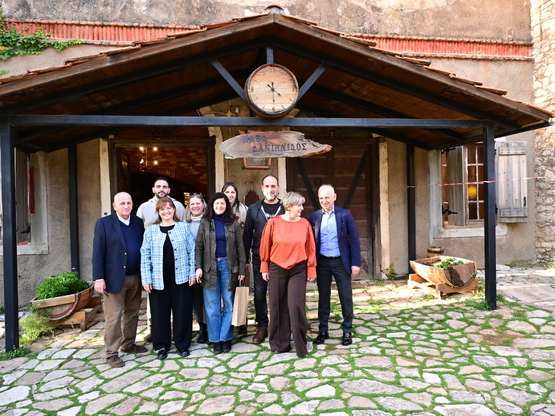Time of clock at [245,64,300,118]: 4:29
